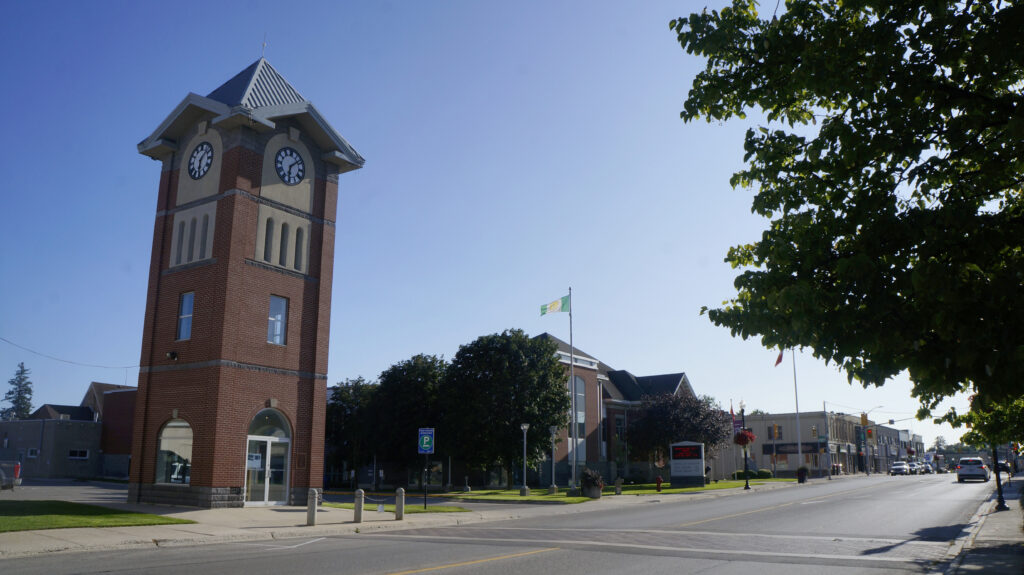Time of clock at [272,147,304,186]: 6:08
